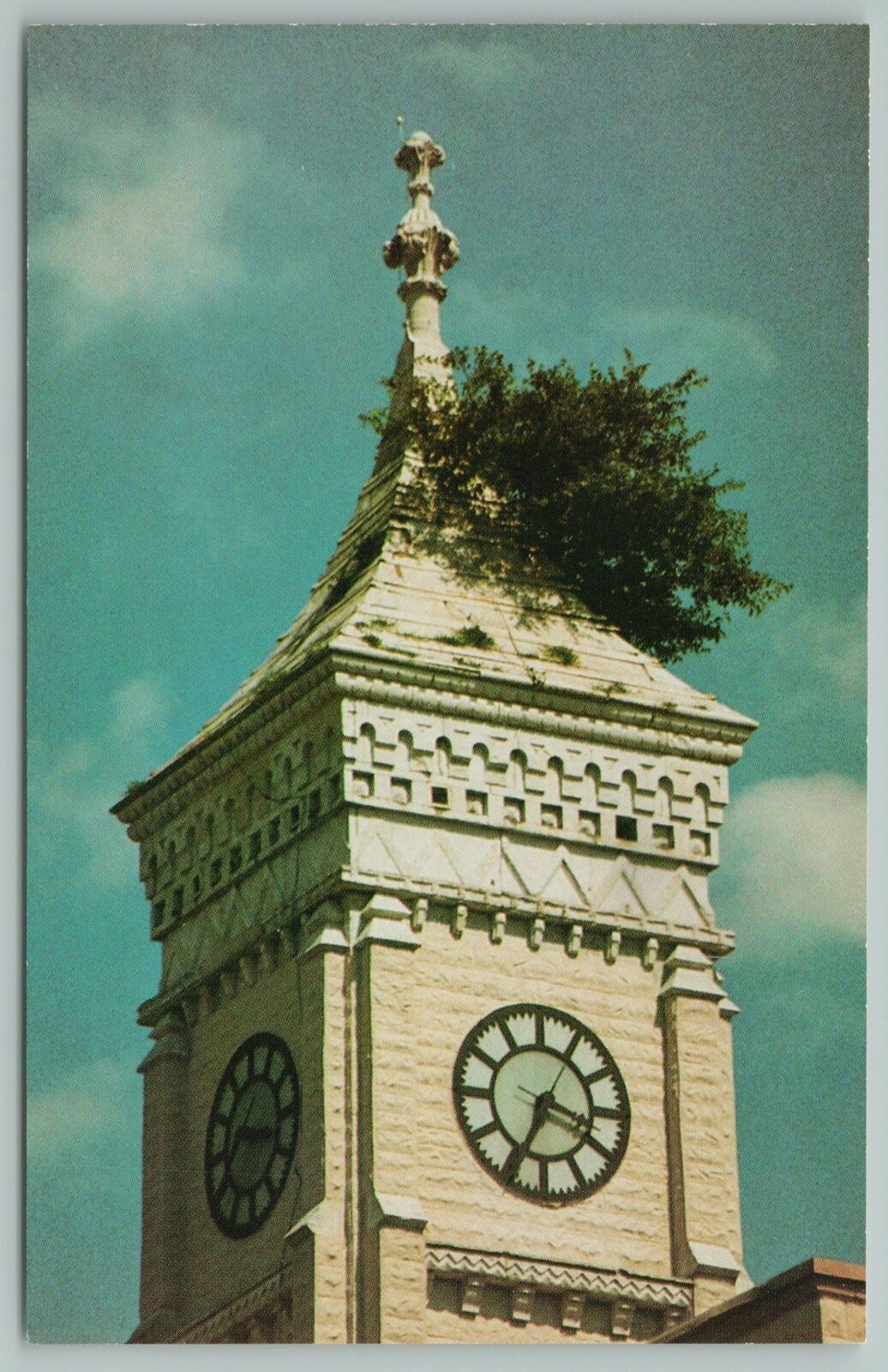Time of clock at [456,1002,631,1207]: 3:34
